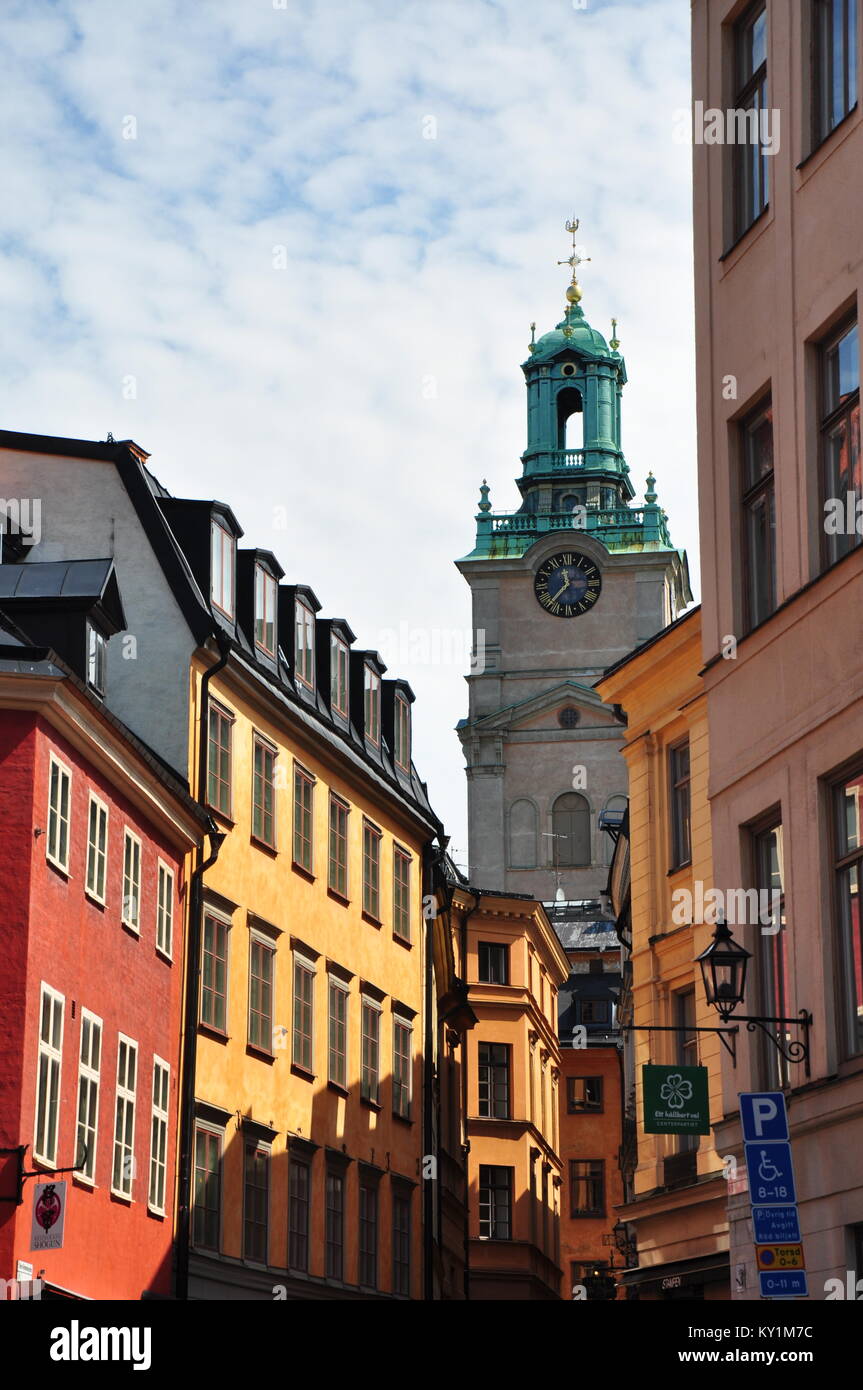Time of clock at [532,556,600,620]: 11:36
